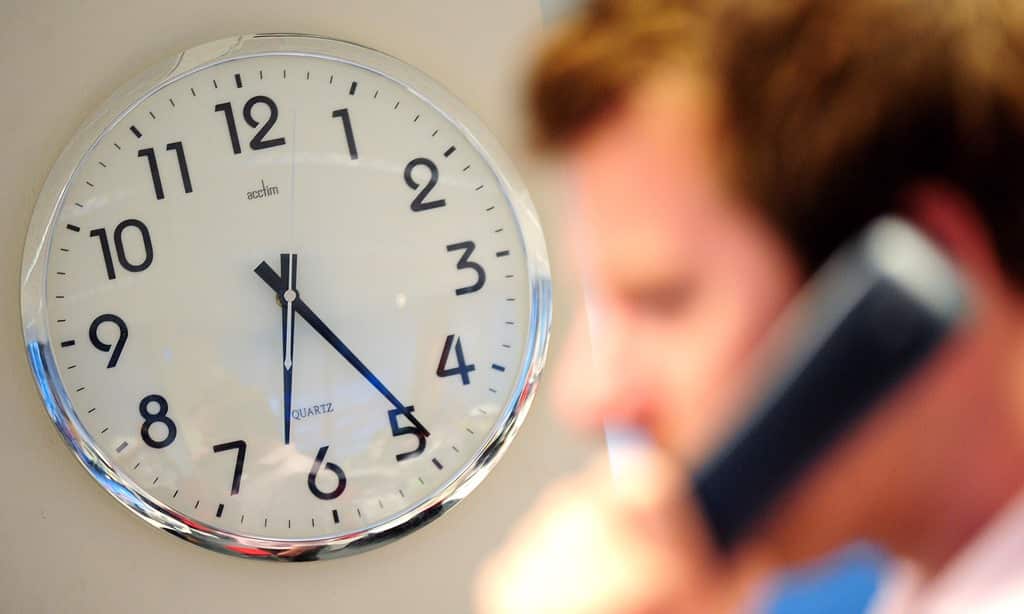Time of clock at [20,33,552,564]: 6:24
